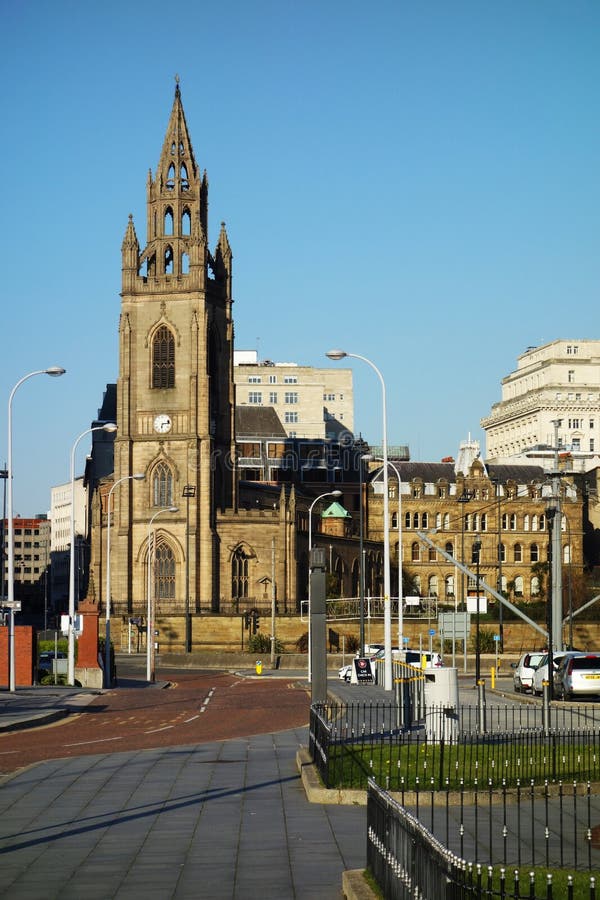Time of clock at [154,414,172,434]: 6:13
